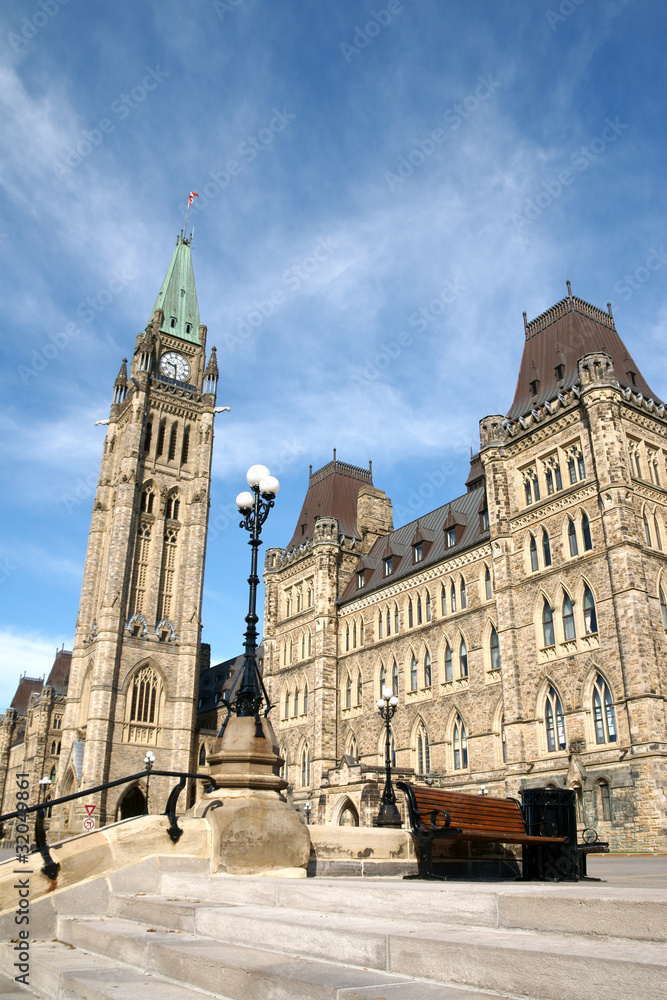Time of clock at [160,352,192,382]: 9:29
